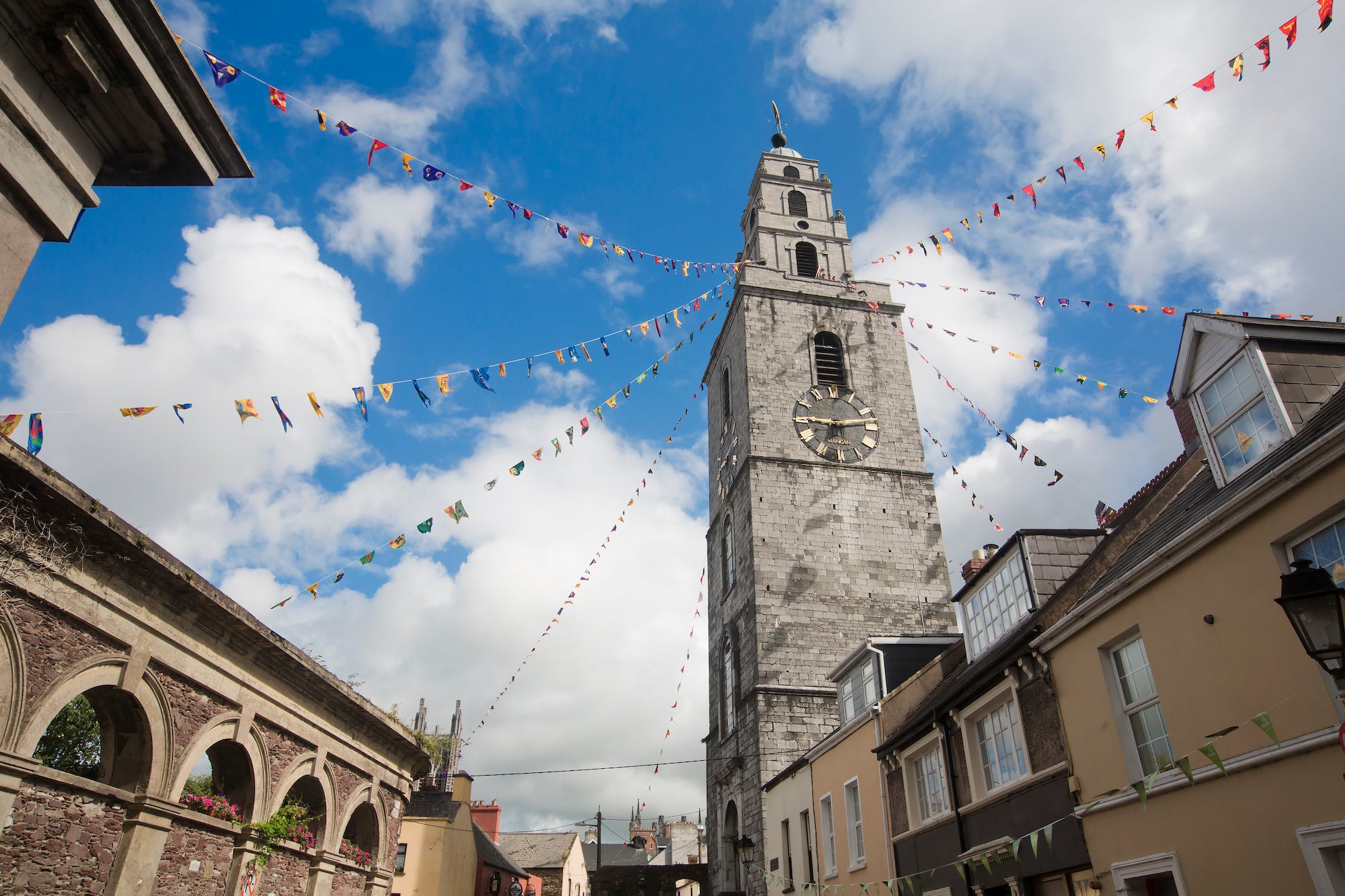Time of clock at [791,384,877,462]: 9:13
